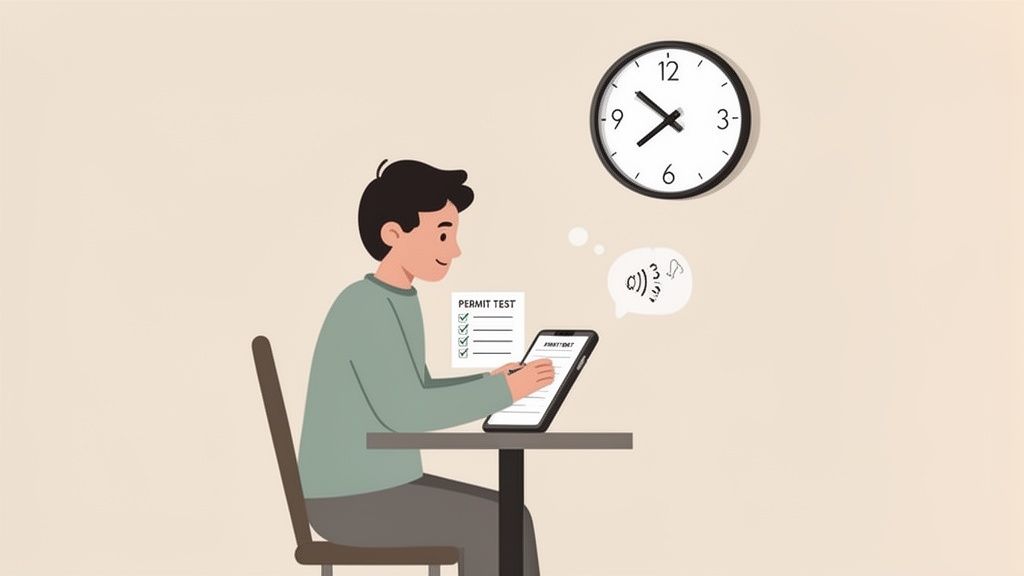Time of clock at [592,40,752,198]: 7:51
